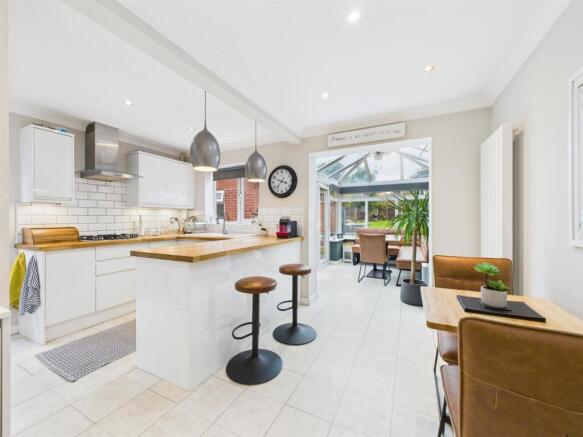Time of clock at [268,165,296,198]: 3:37
